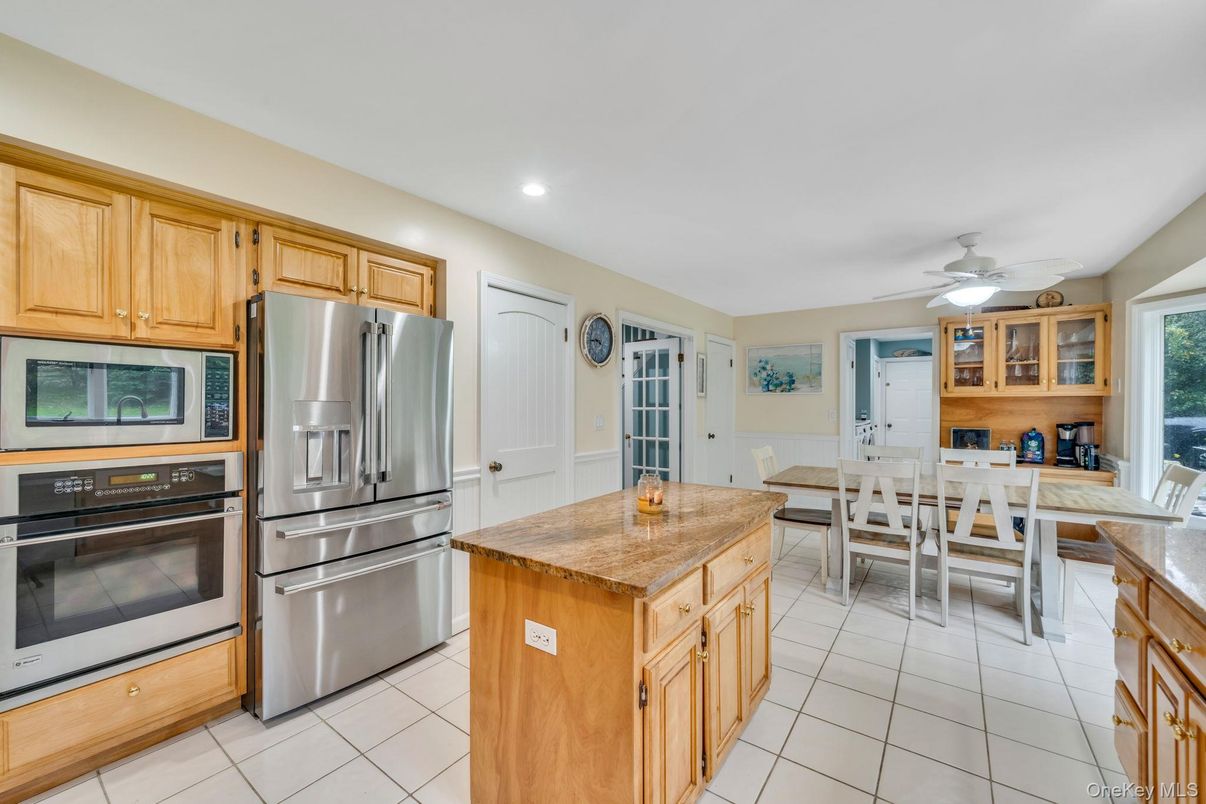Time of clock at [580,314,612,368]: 3:44
